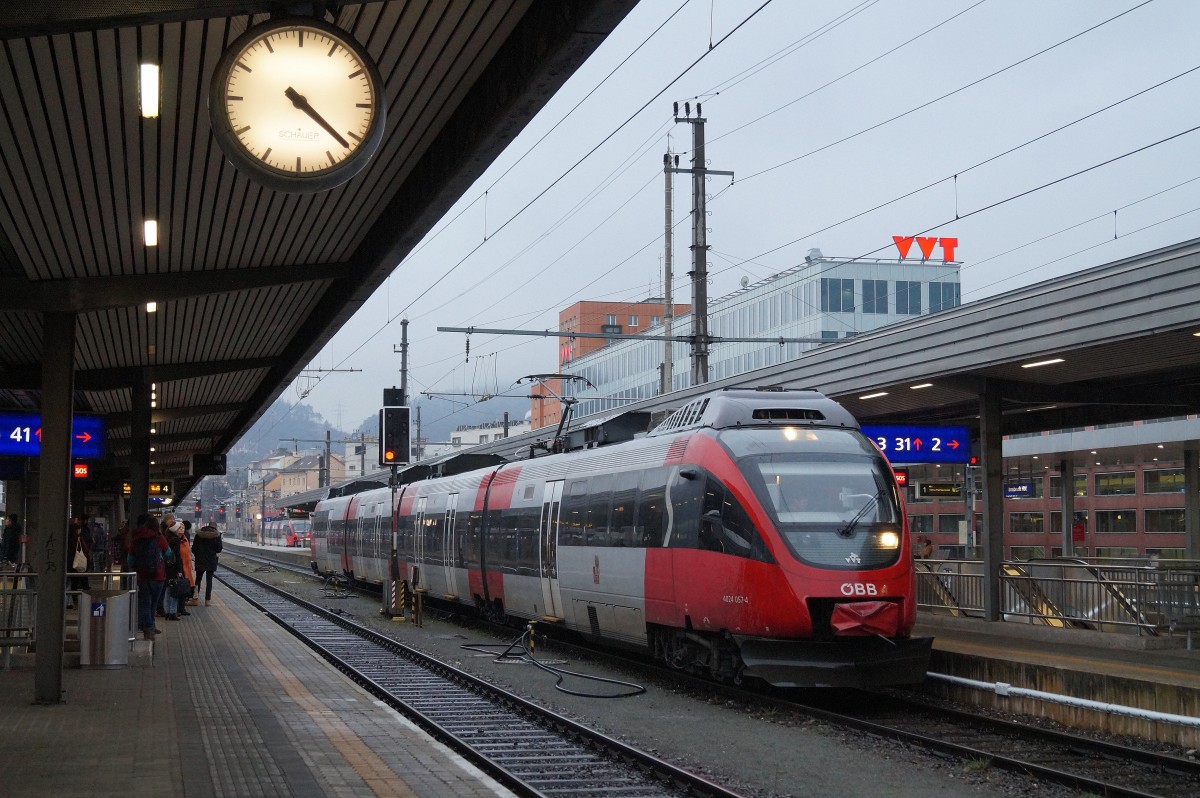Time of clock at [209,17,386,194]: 4:21
